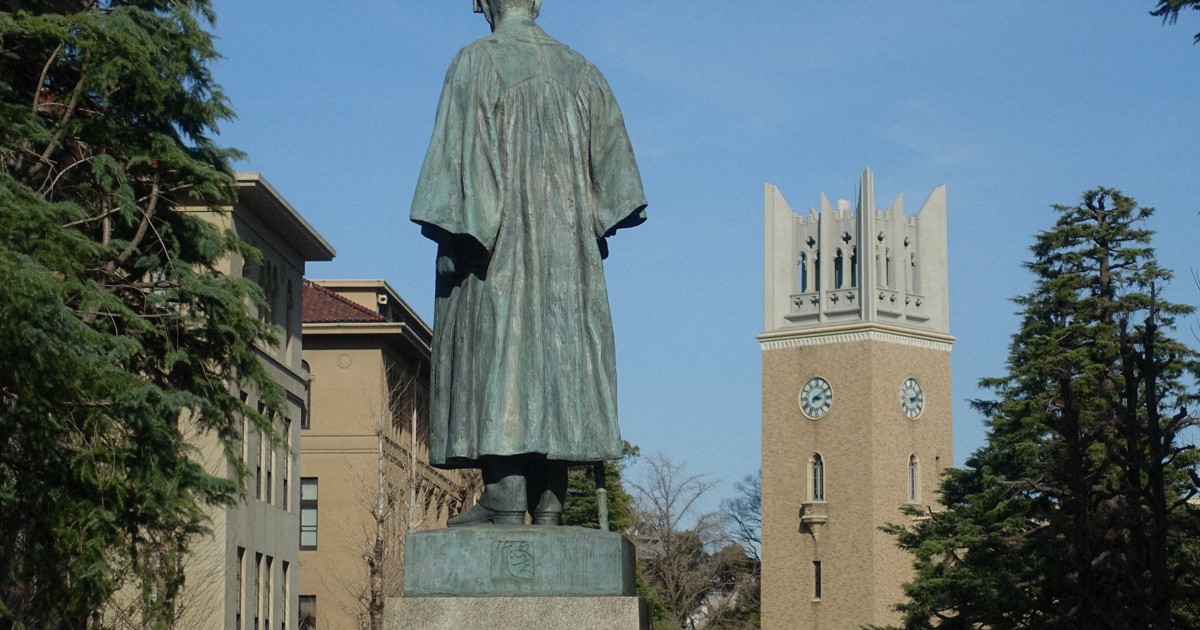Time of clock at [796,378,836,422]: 3:09
